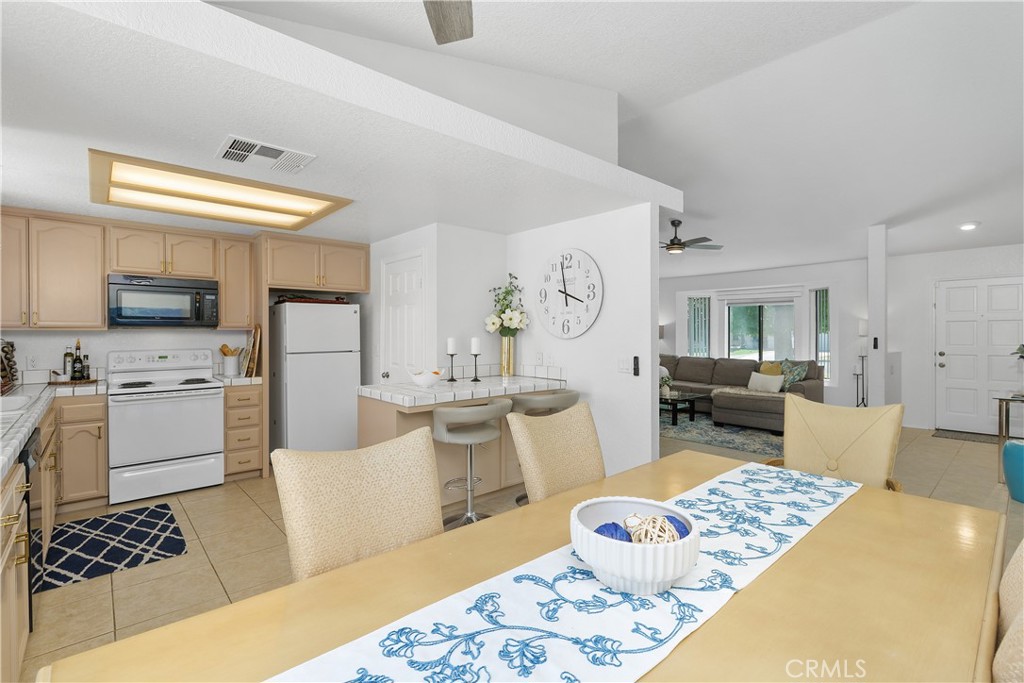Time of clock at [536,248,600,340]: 3:58
